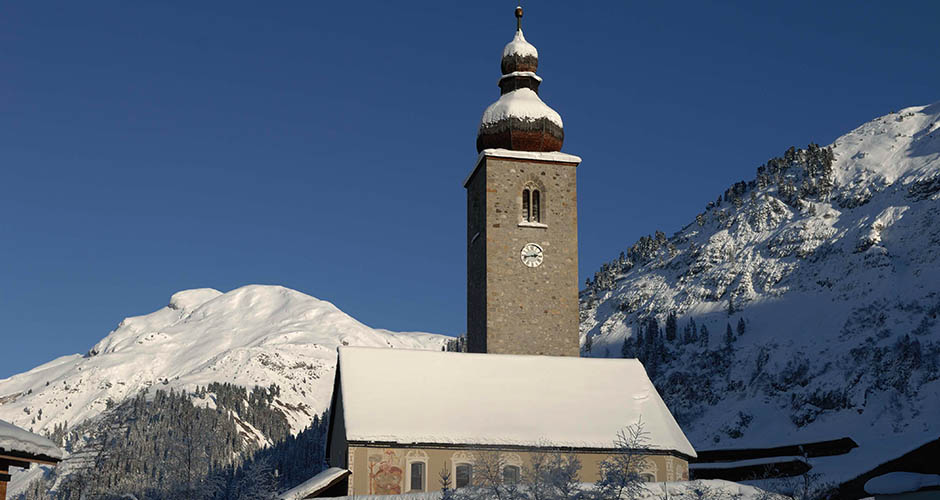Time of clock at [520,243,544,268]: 2:42
